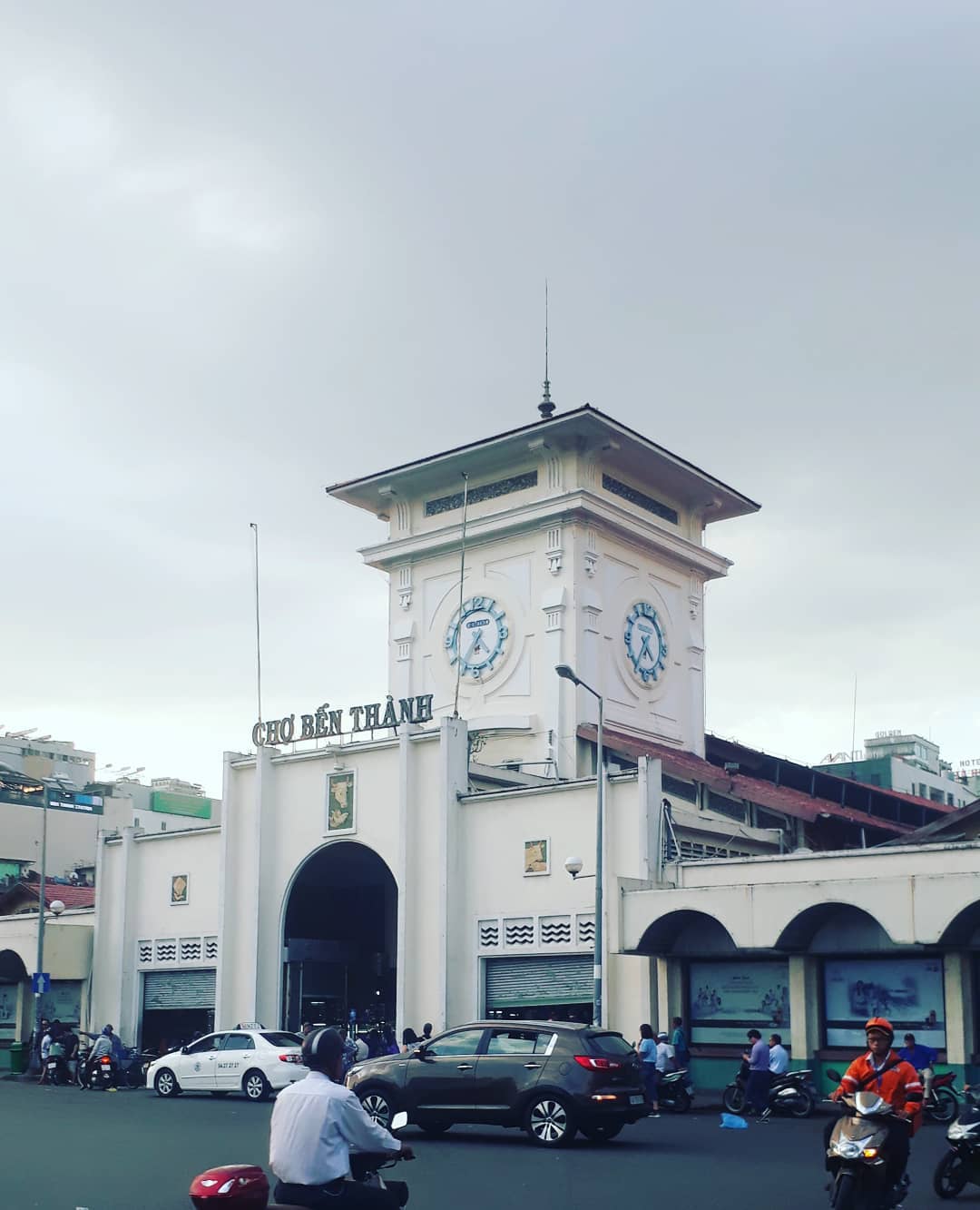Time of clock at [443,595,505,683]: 4:35
